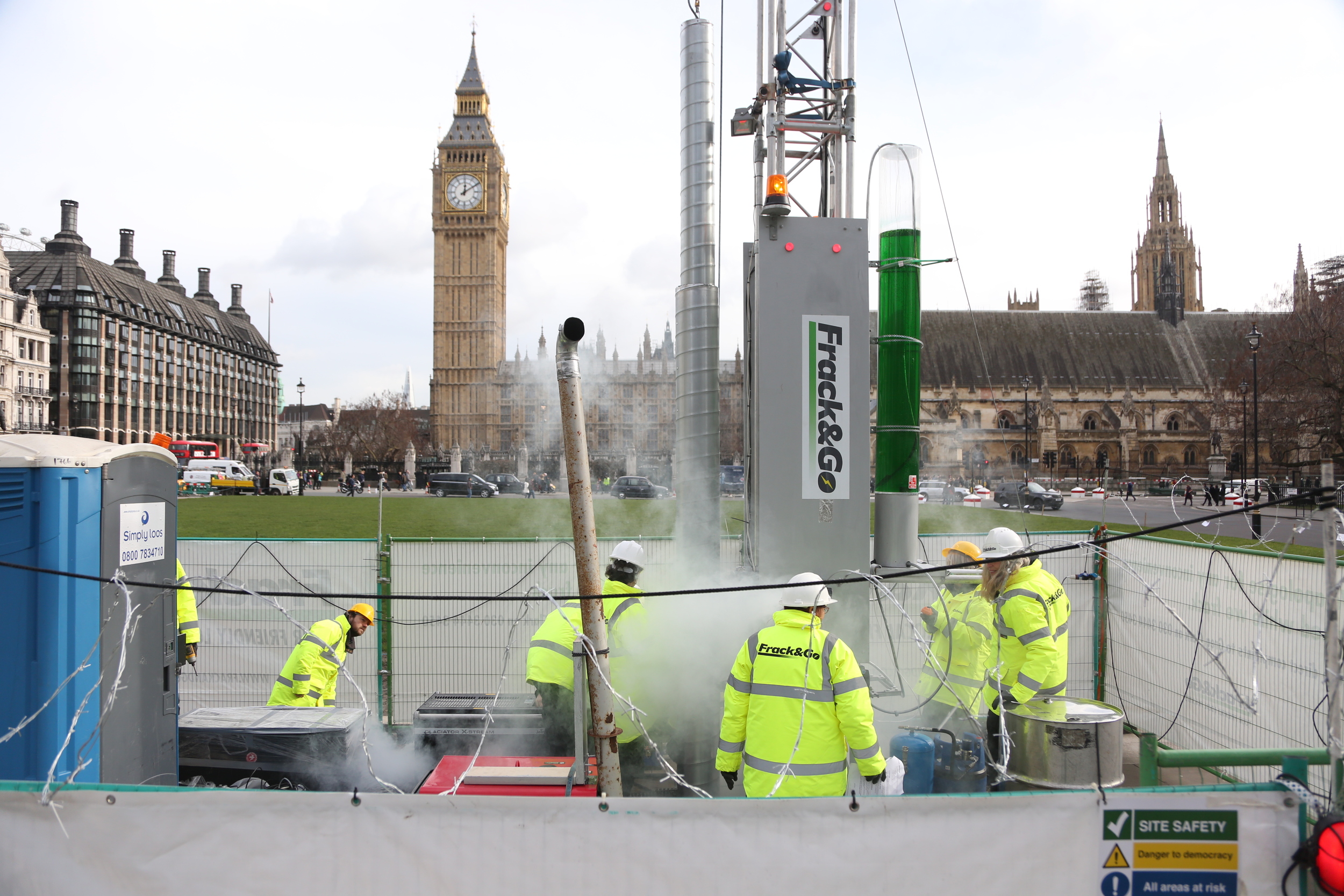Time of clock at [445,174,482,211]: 12:09
